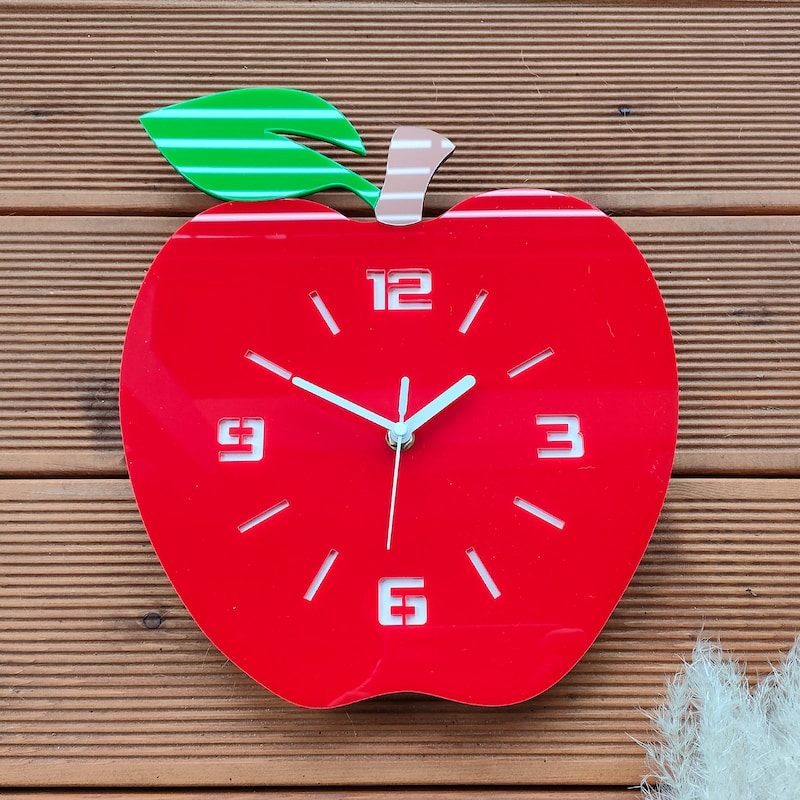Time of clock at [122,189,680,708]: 1:50
